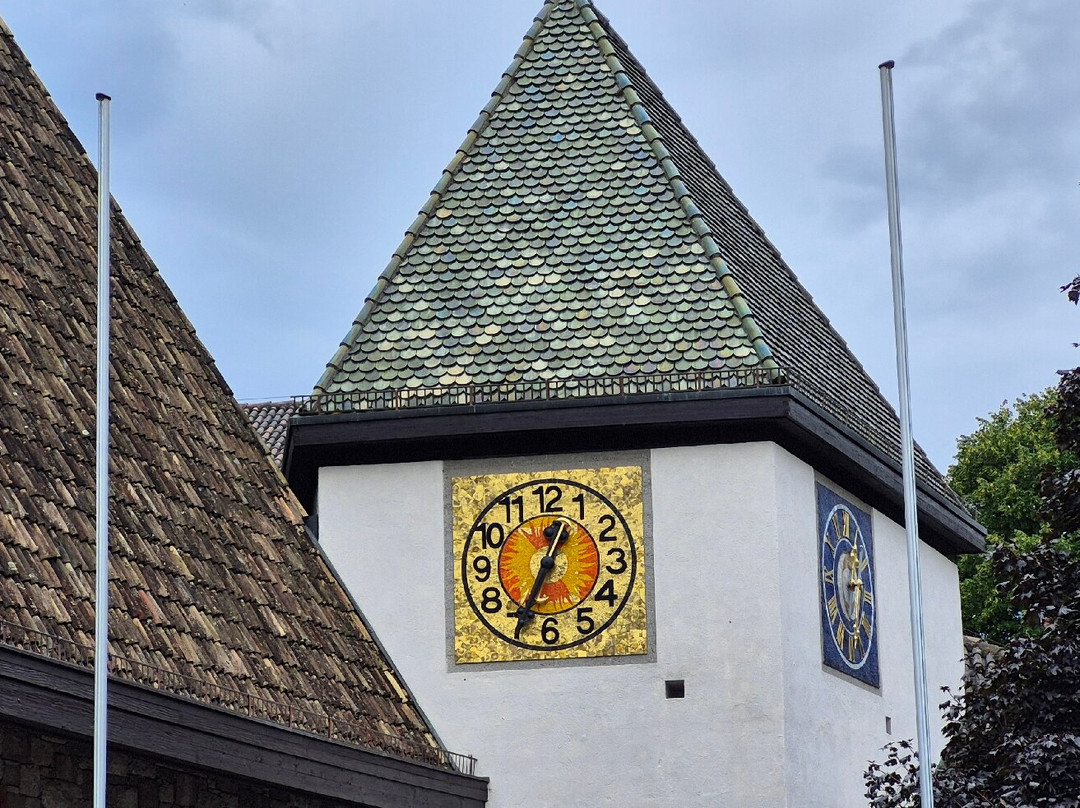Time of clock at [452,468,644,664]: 12:34
